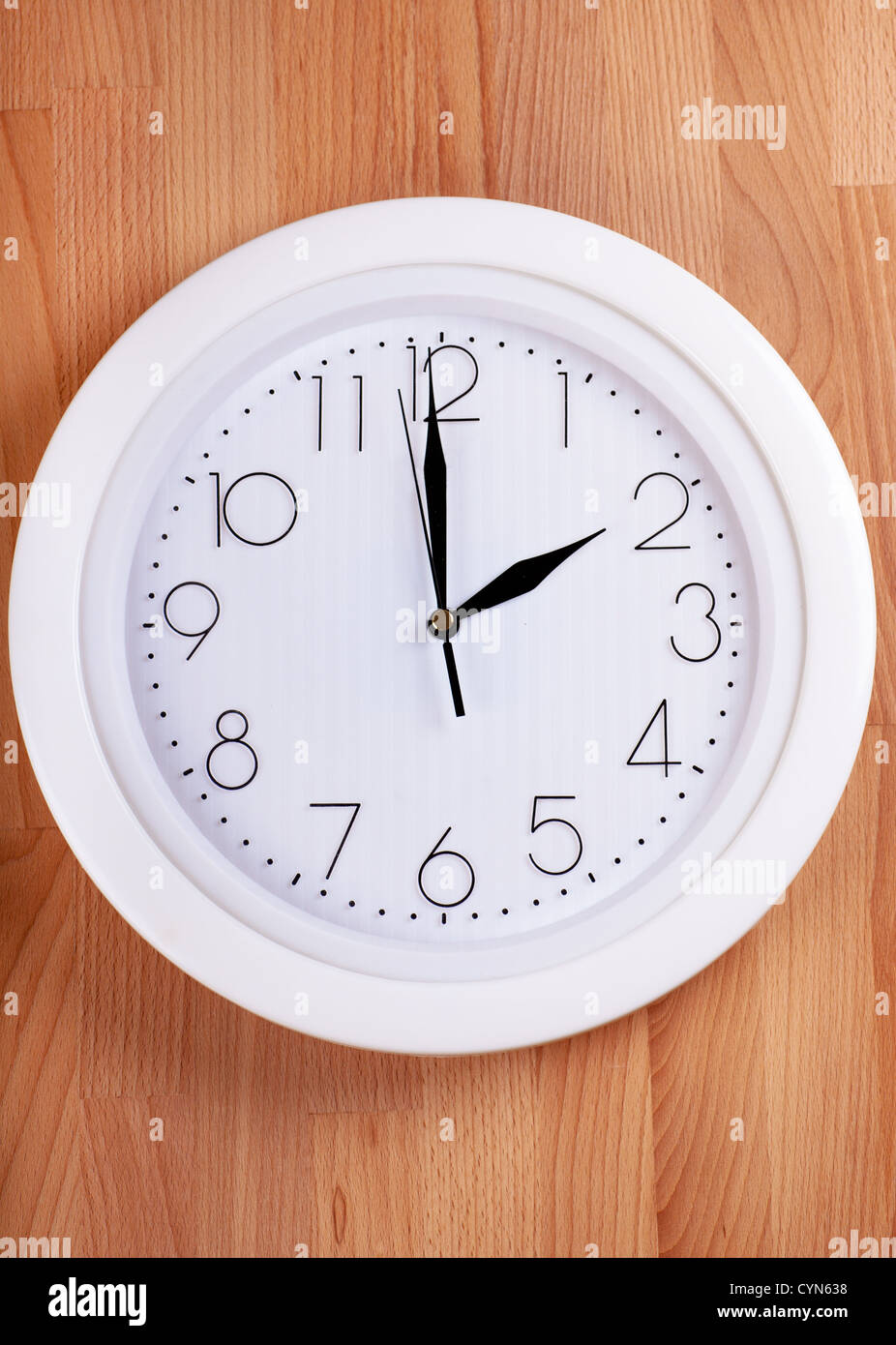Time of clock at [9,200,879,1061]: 1:59
